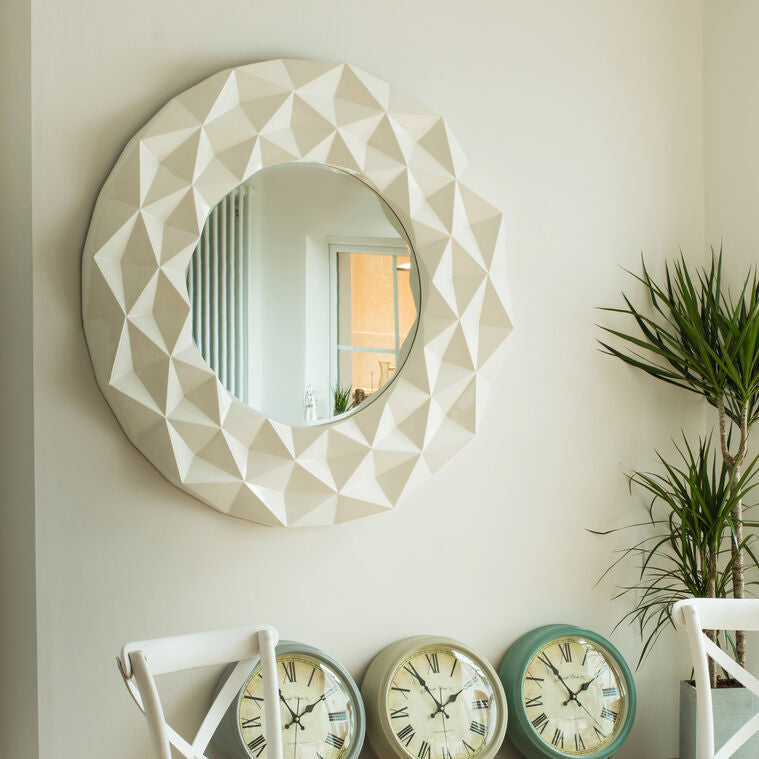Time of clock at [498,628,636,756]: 1:55
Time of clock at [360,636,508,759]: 1:55
